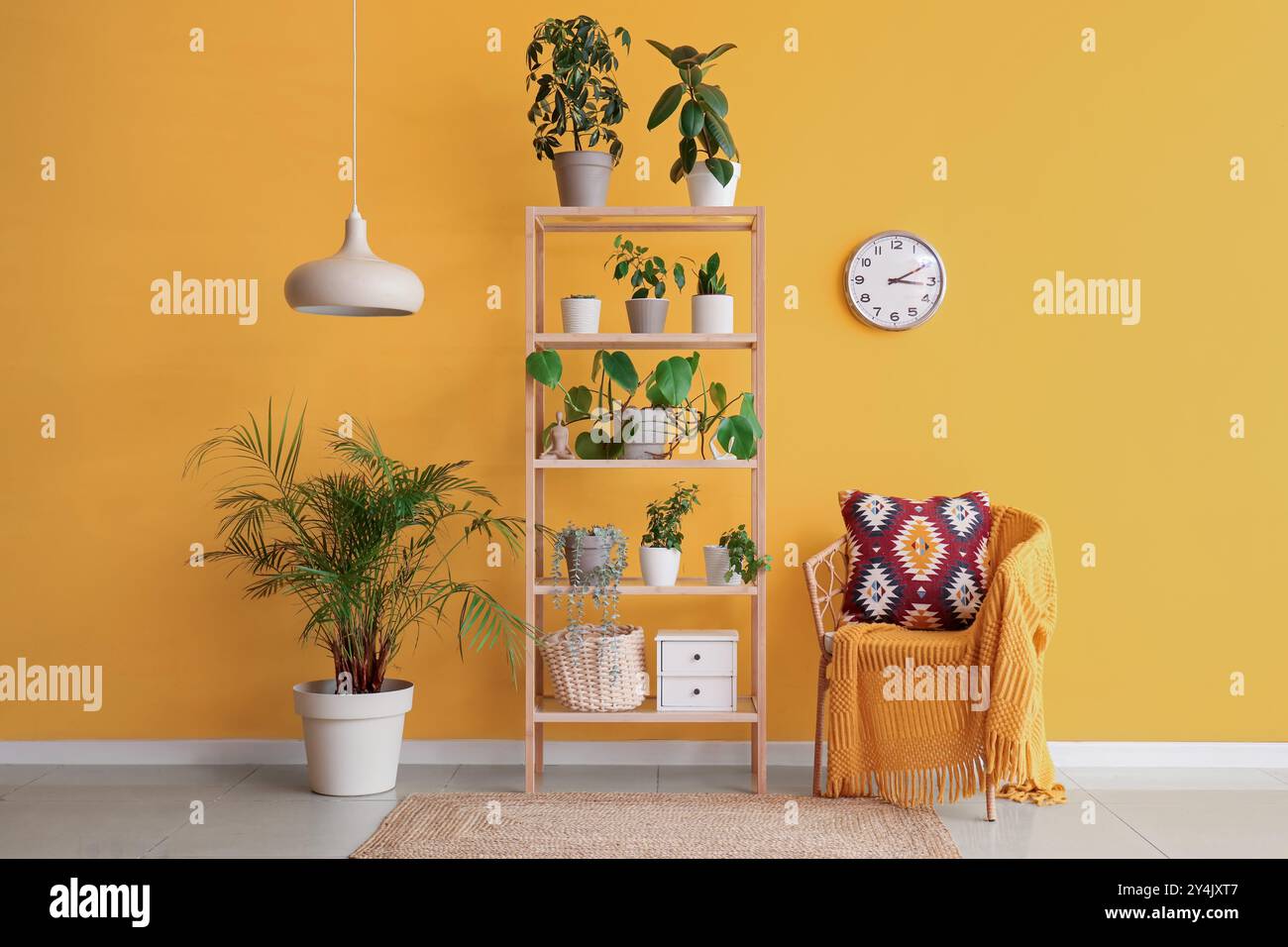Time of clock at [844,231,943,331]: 3:10
